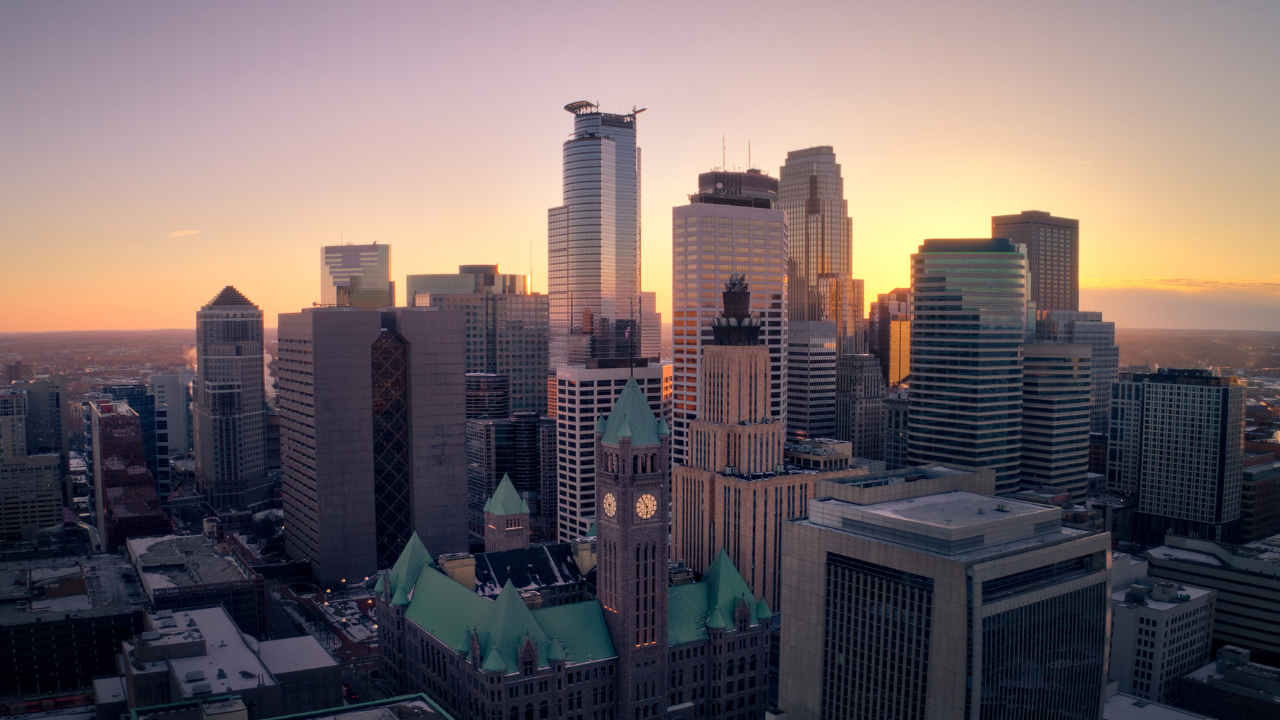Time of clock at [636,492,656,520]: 5:54
